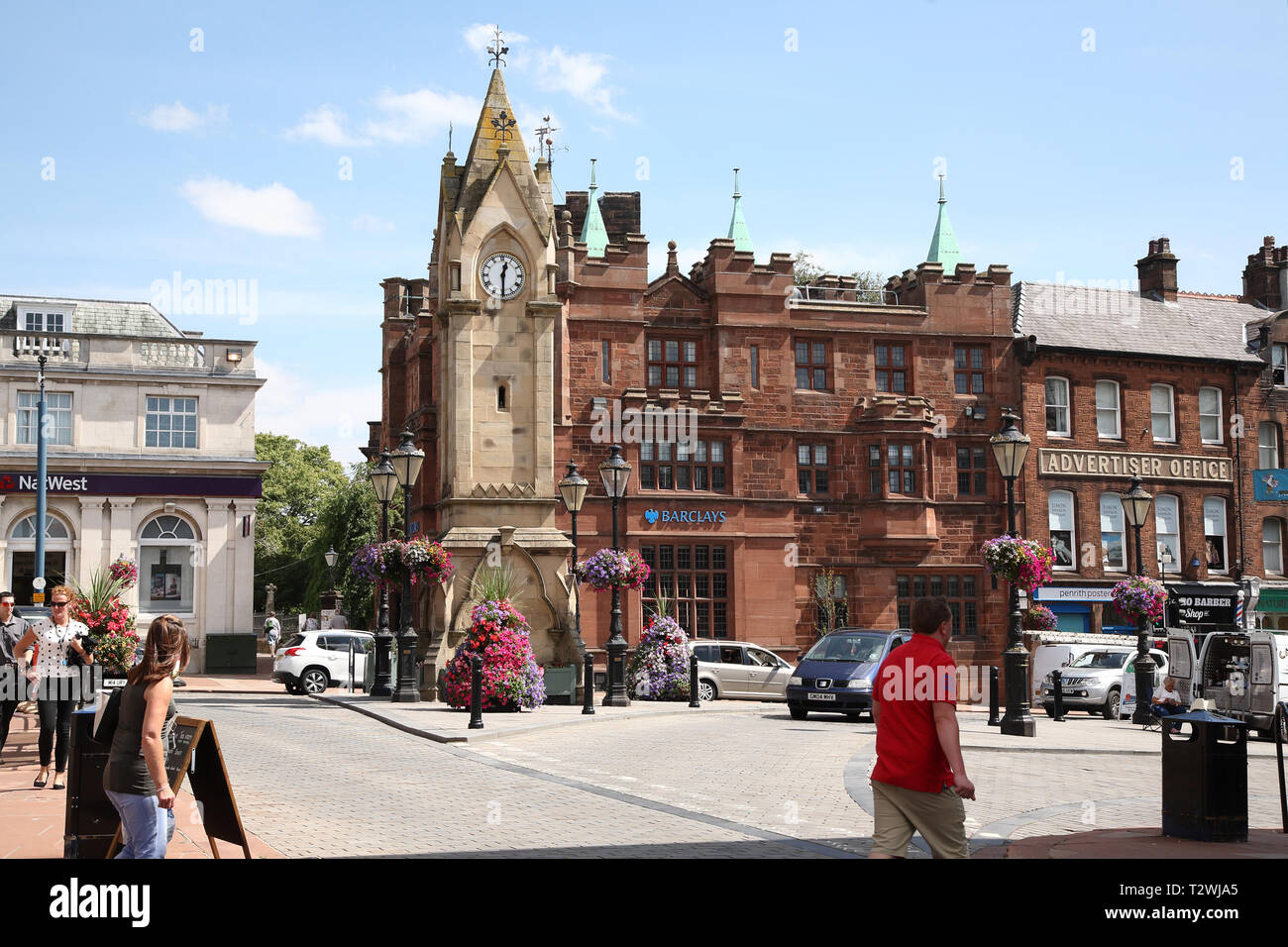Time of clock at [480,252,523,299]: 12:30
